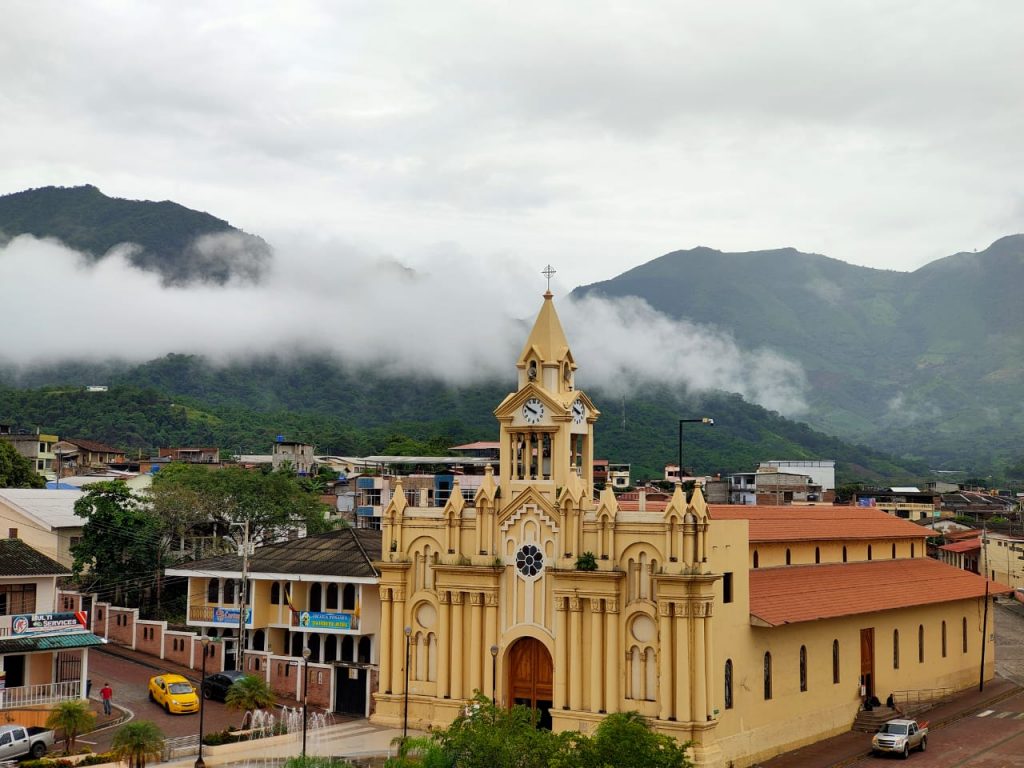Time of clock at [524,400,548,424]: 9:49
